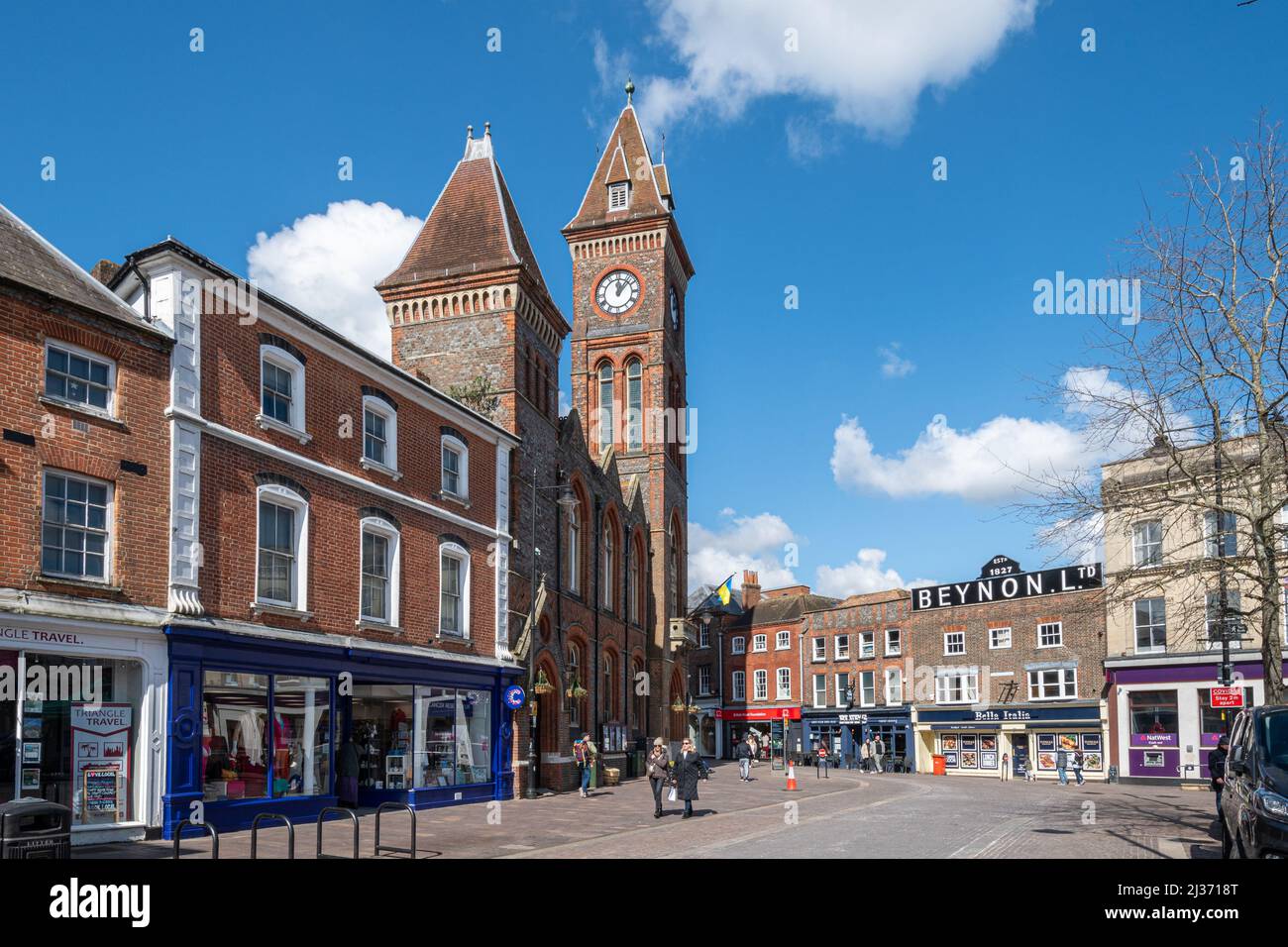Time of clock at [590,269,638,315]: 12:07
